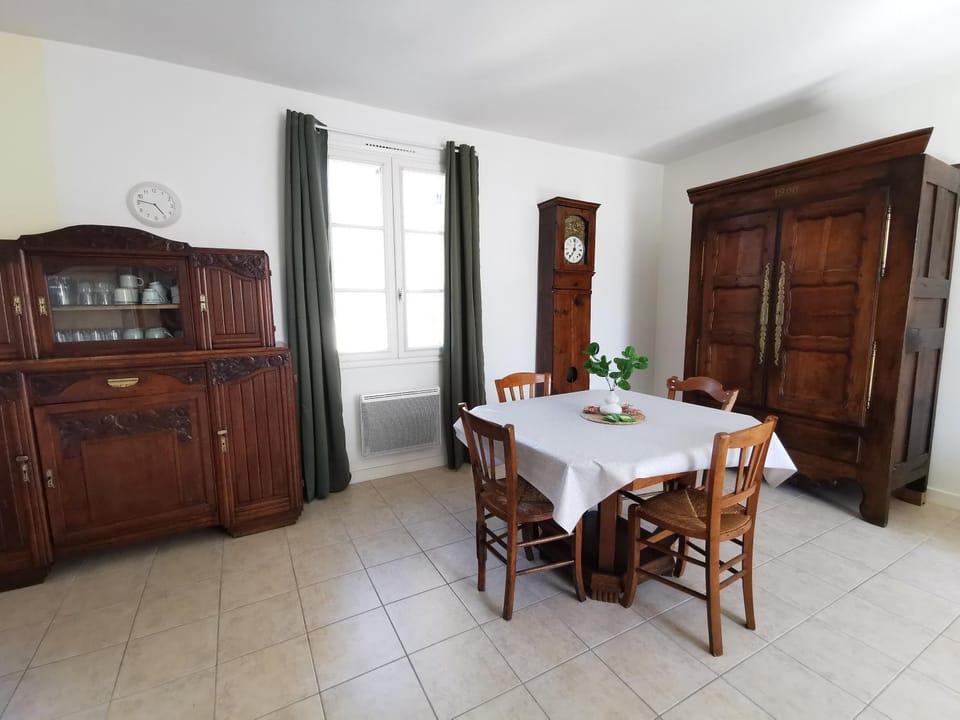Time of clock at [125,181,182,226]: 4:46
